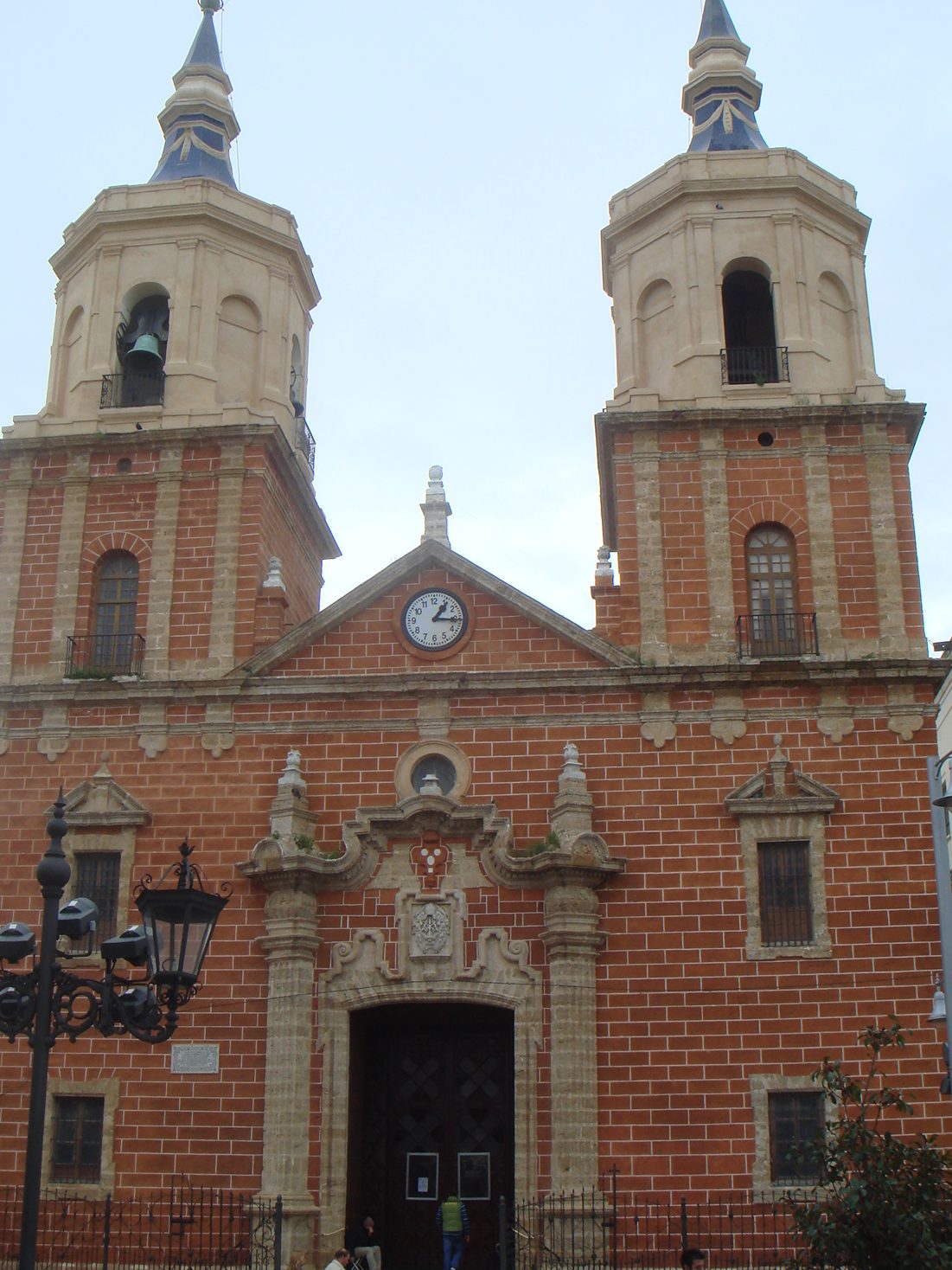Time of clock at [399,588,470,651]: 1:15
